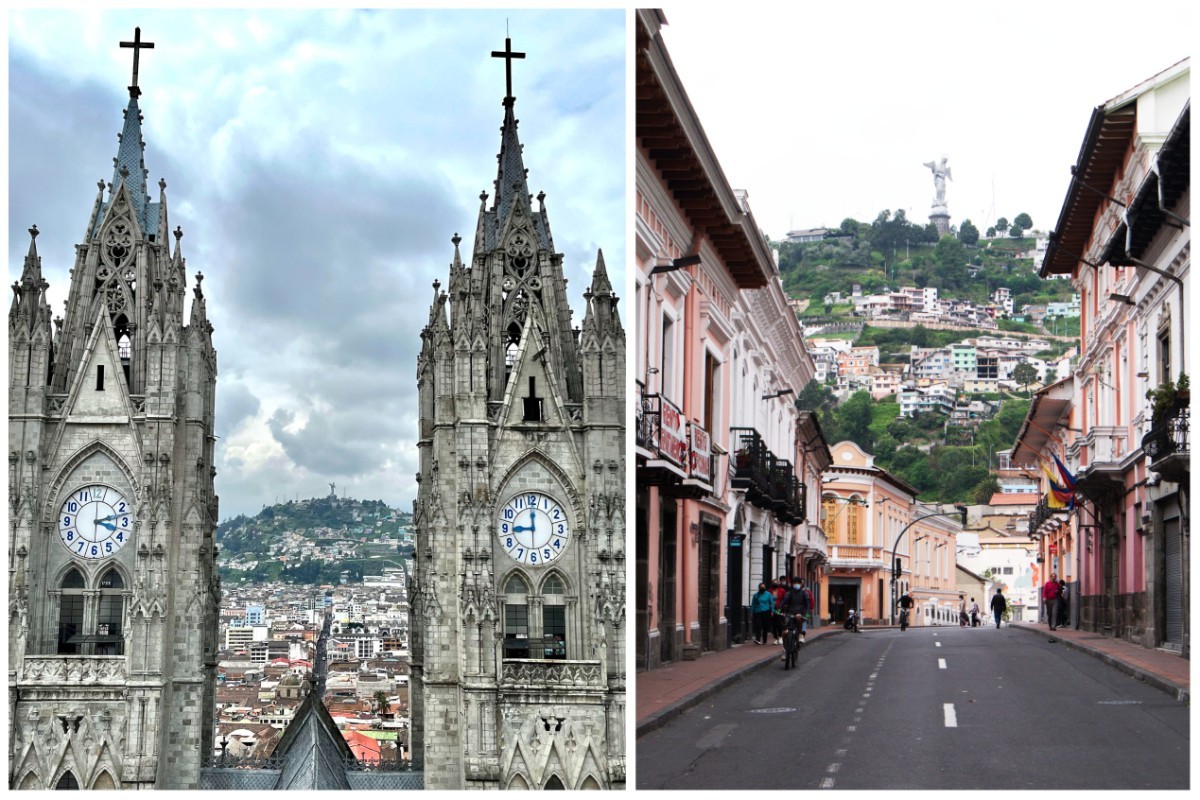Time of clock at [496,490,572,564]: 8:59
